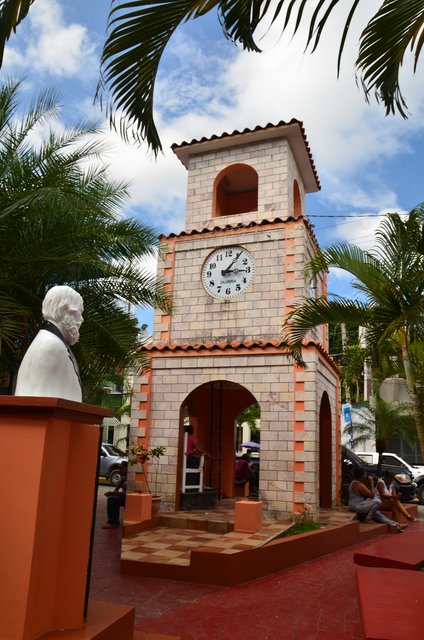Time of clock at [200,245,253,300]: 3:05
